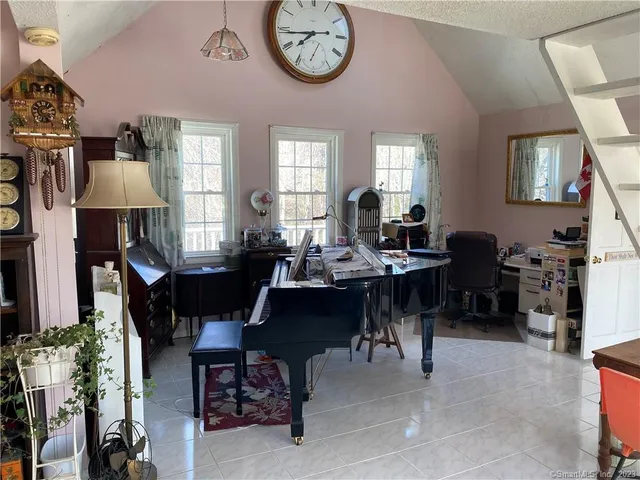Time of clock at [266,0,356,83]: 7:43
